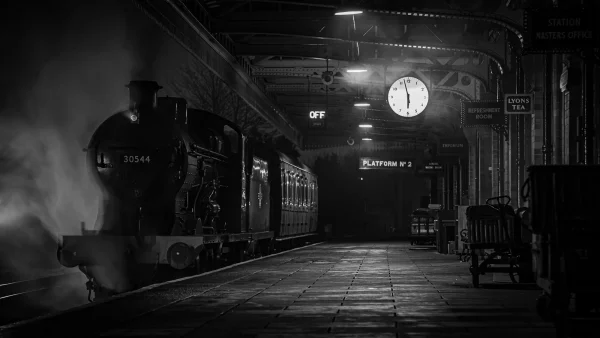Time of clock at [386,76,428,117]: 5:57
